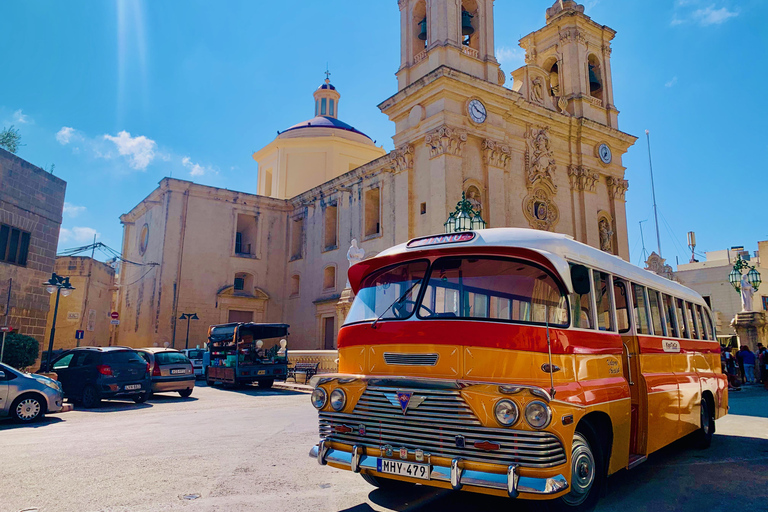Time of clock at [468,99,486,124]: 10:17
